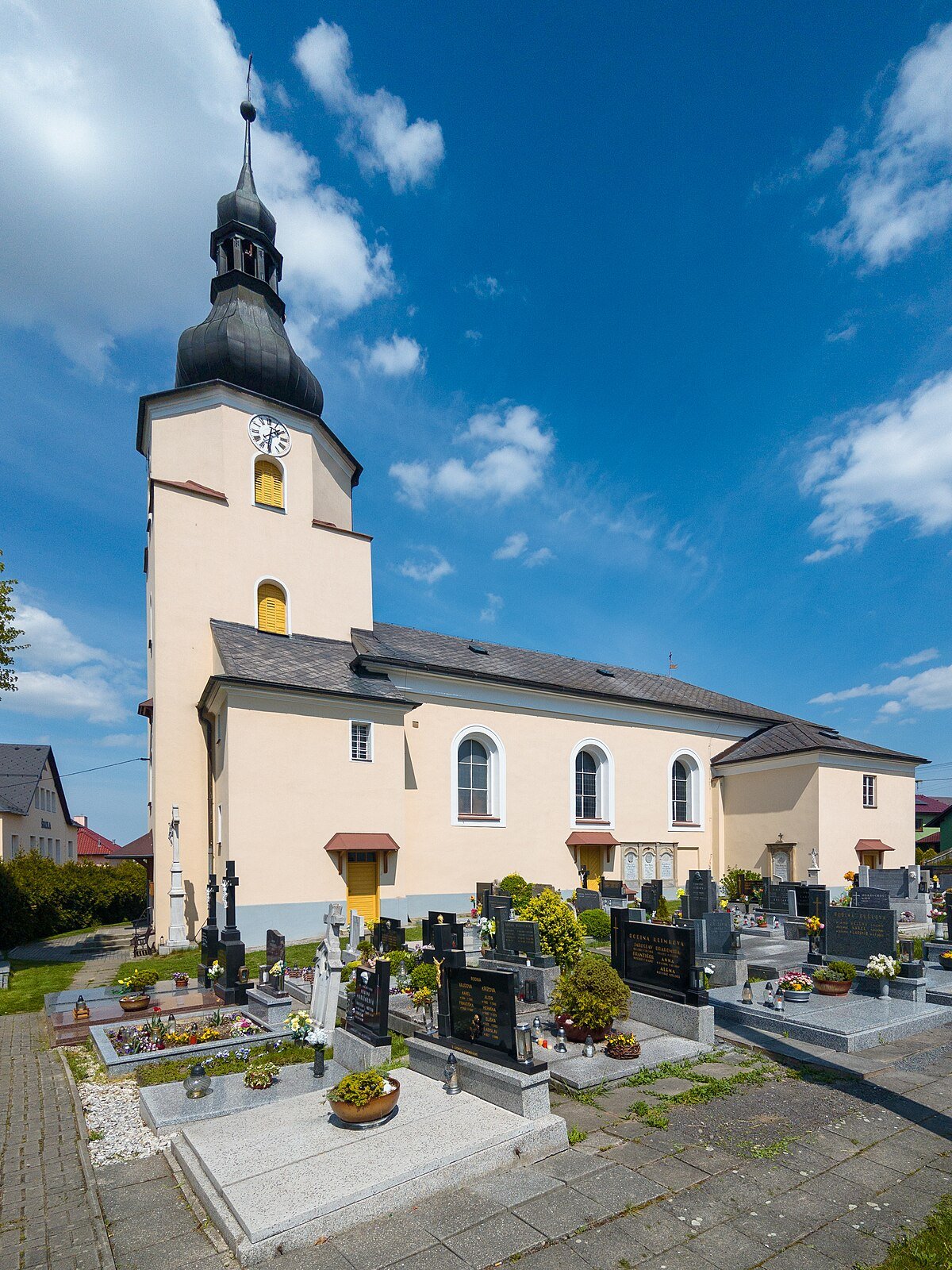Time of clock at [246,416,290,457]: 1:31
